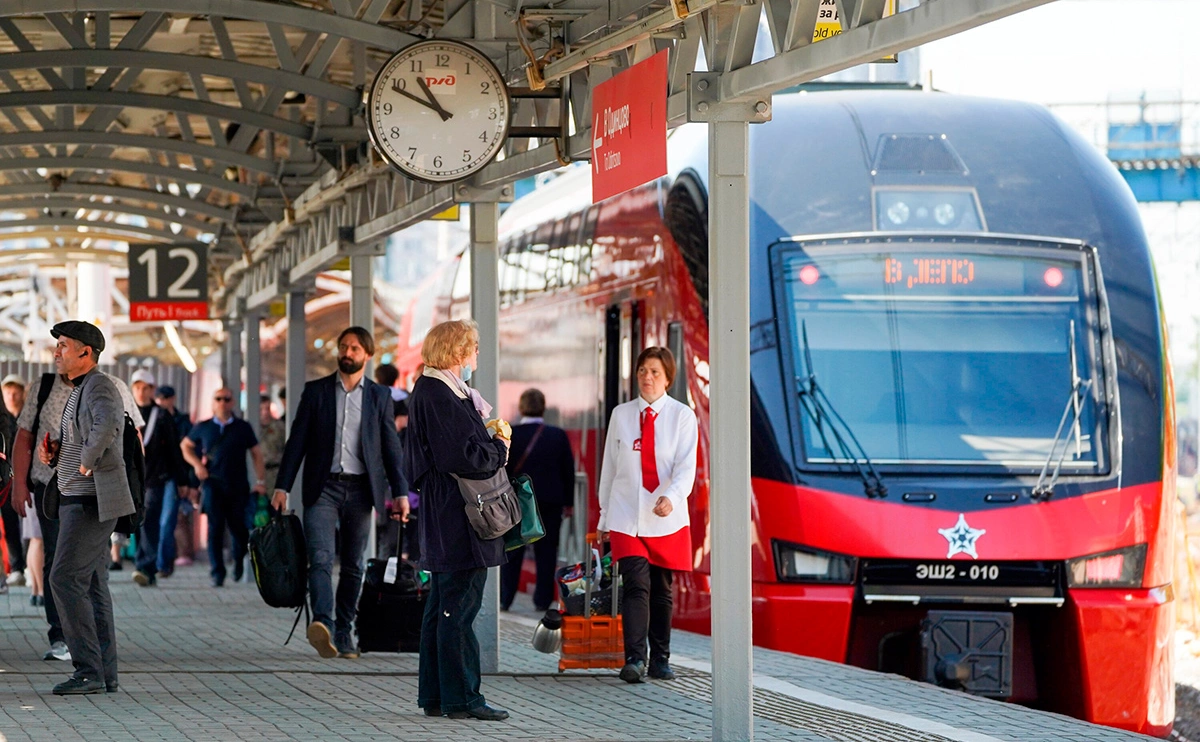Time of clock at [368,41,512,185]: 10:48
